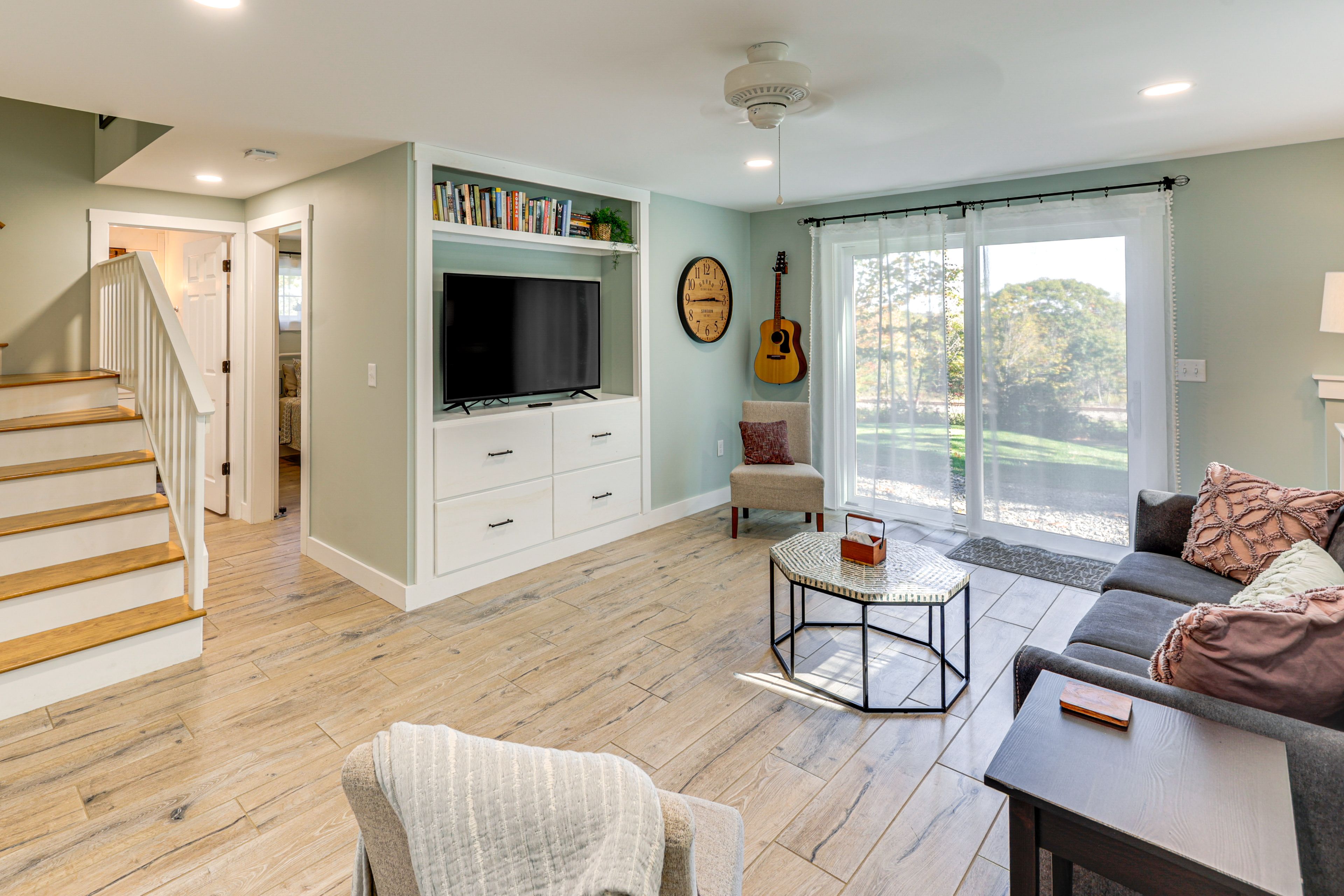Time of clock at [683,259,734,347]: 2:44
